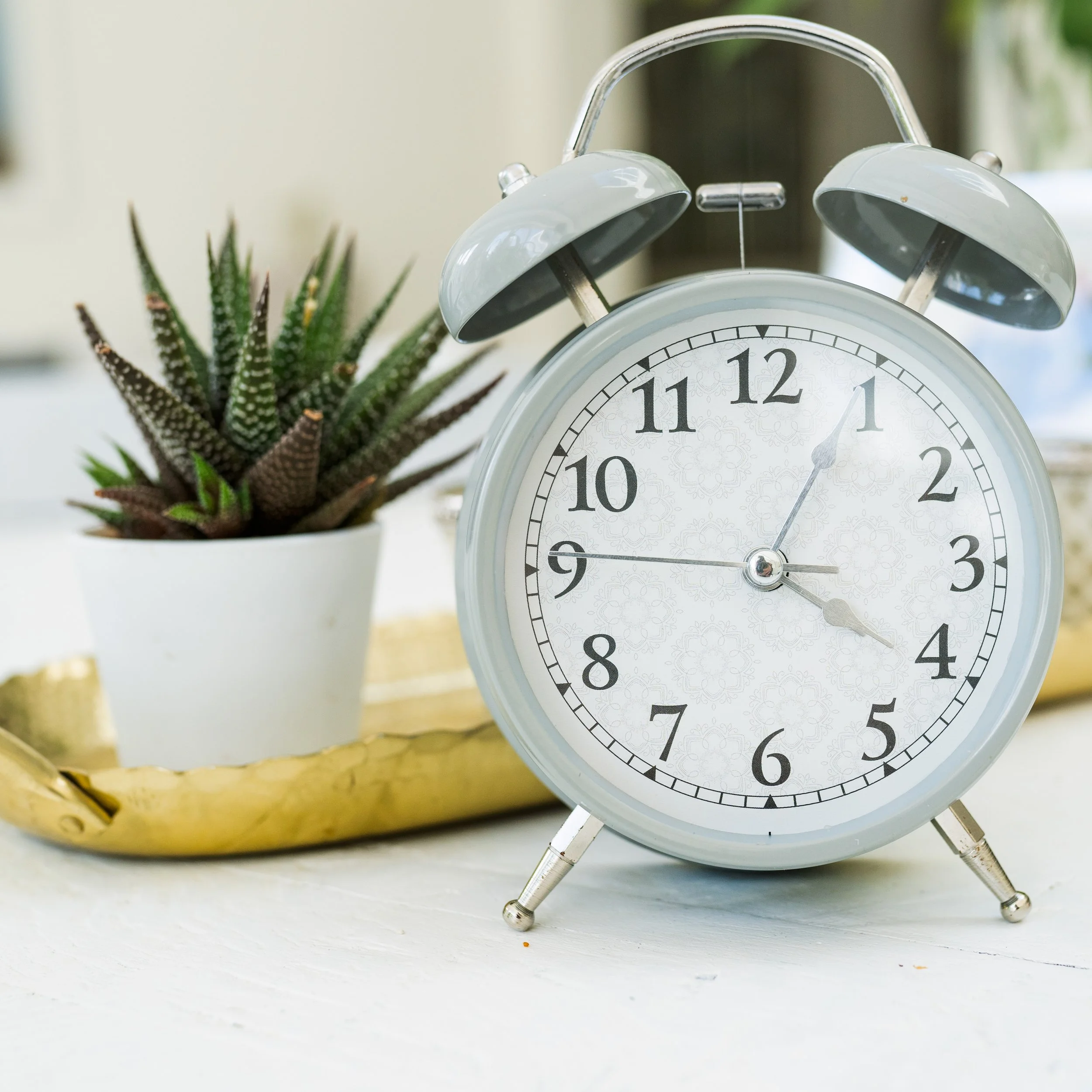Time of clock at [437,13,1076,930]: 4:04
